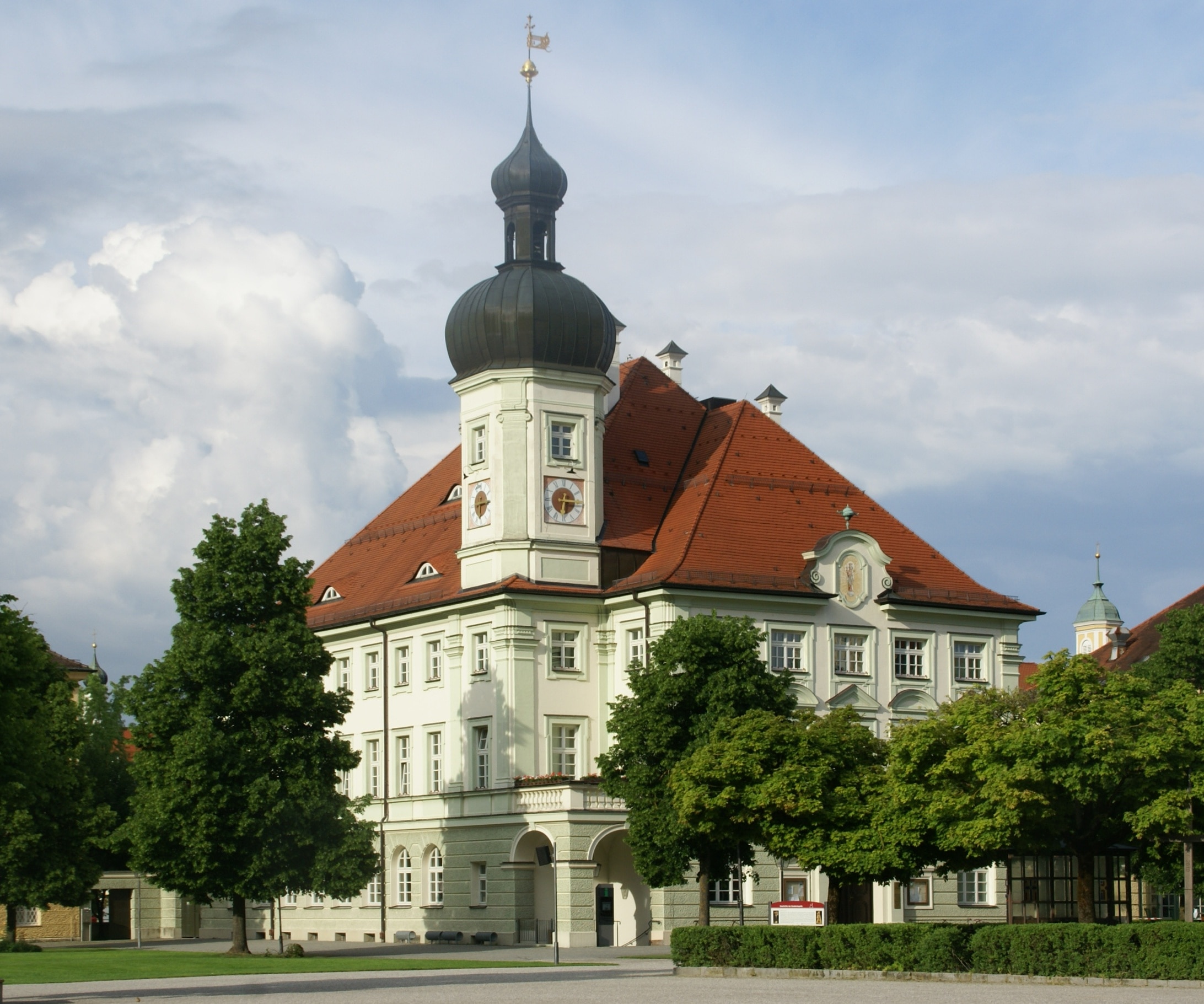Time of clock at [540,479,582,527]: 6:15
